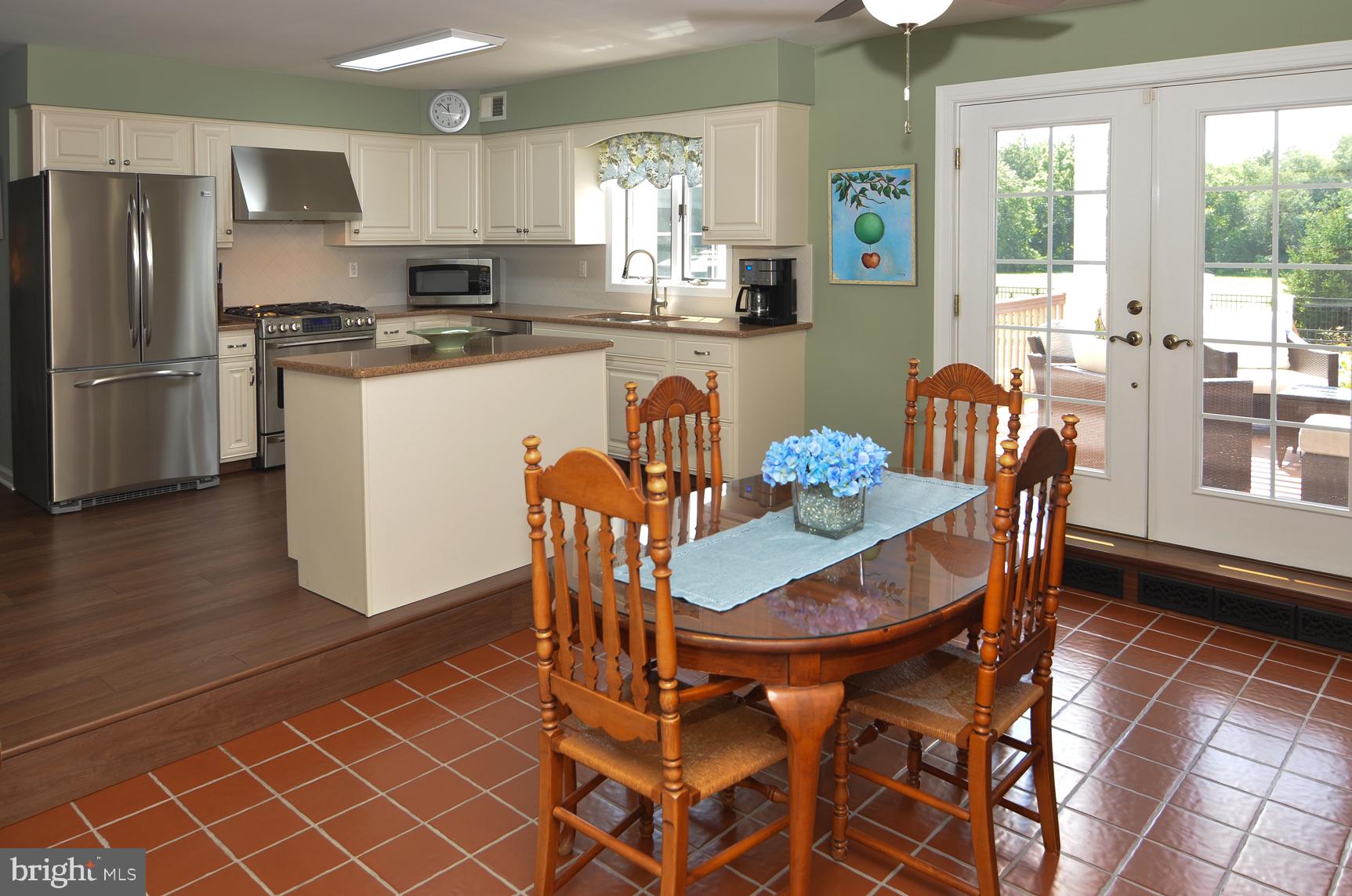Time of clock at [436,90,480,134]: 11:51
